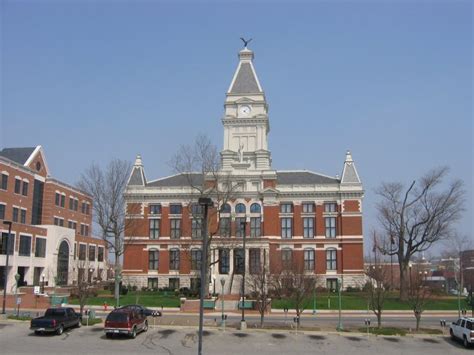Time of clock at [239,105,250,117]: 4:08
